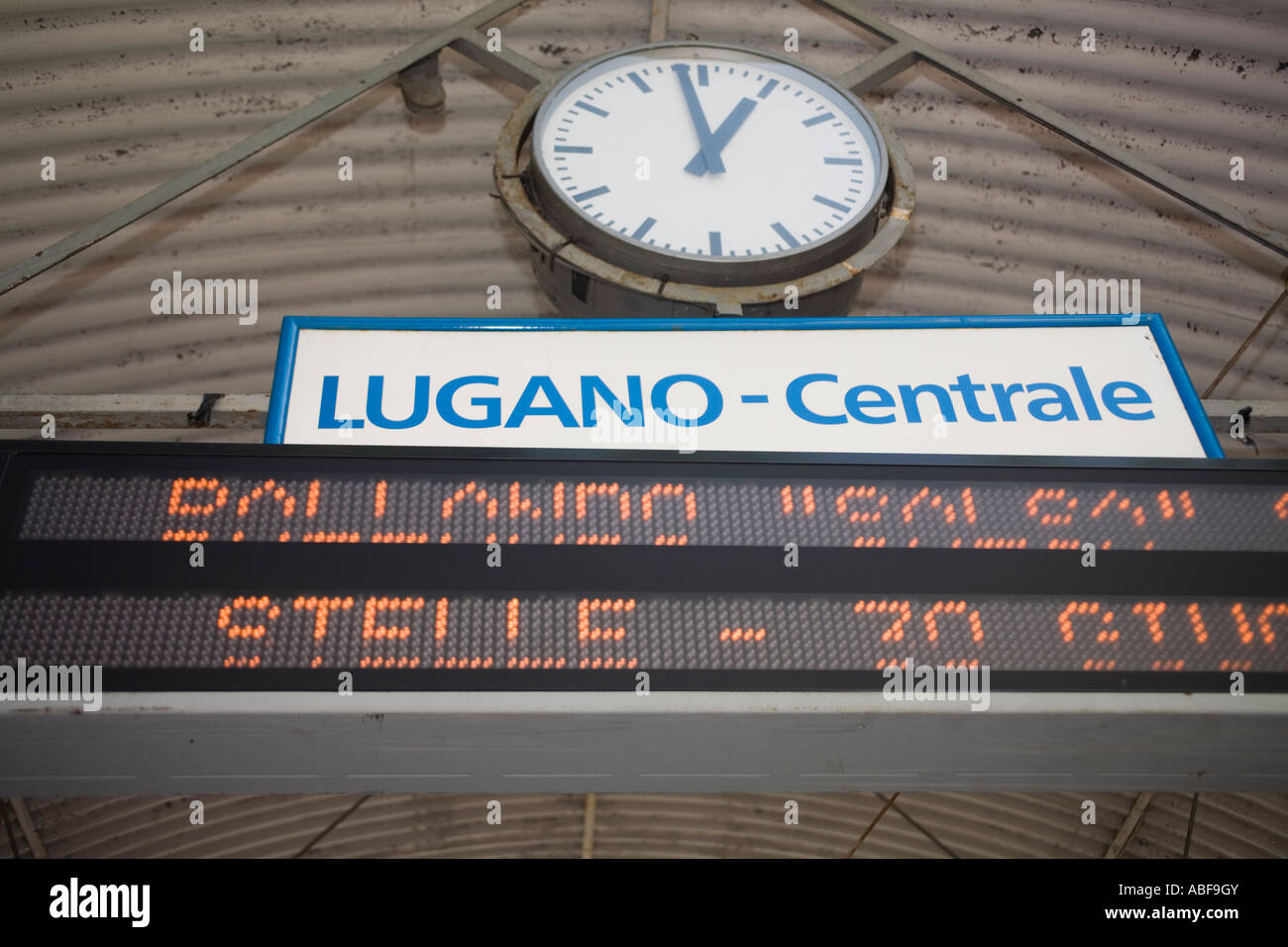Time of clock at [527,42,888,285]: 12:58
